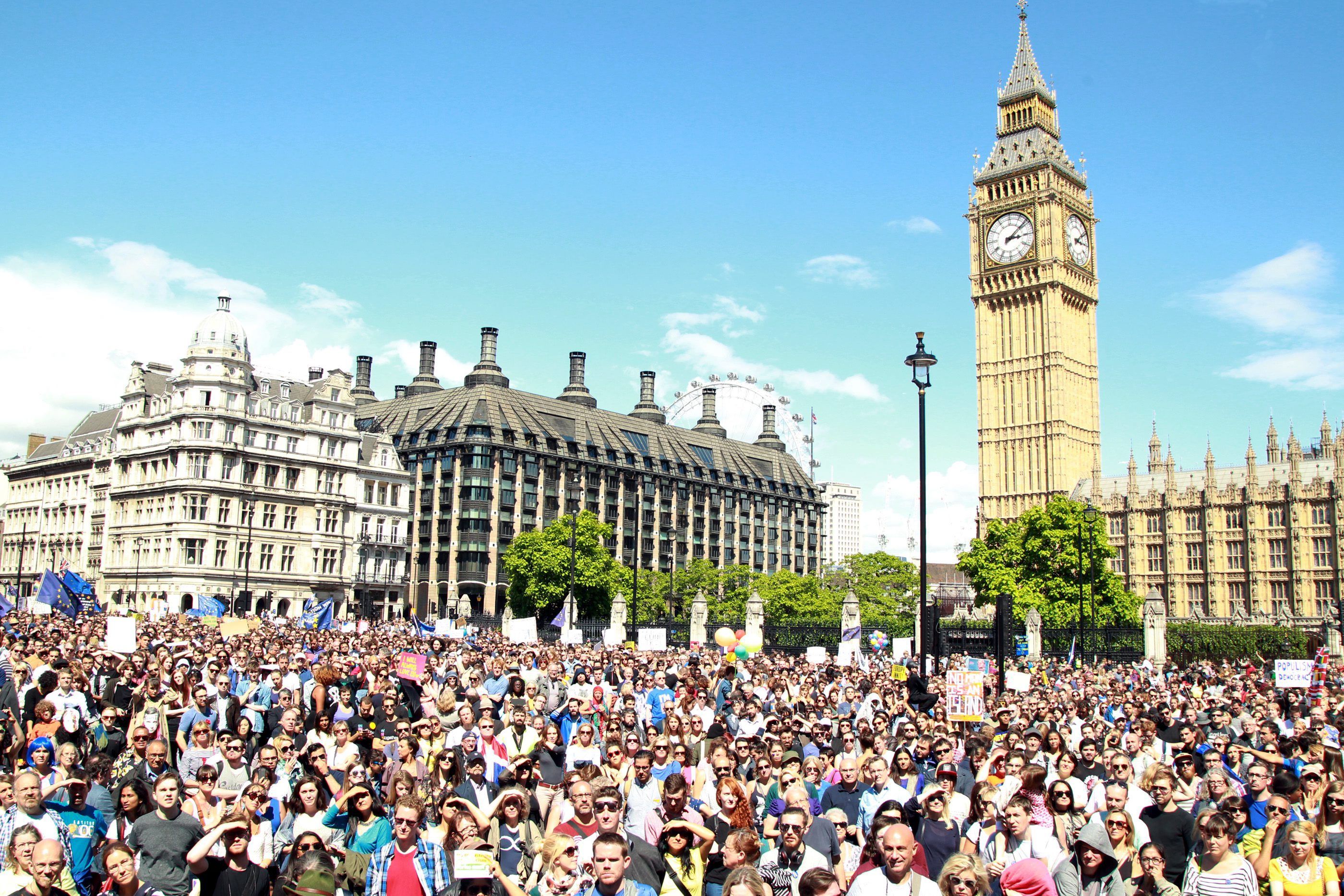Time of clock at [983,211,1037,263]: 3:09
